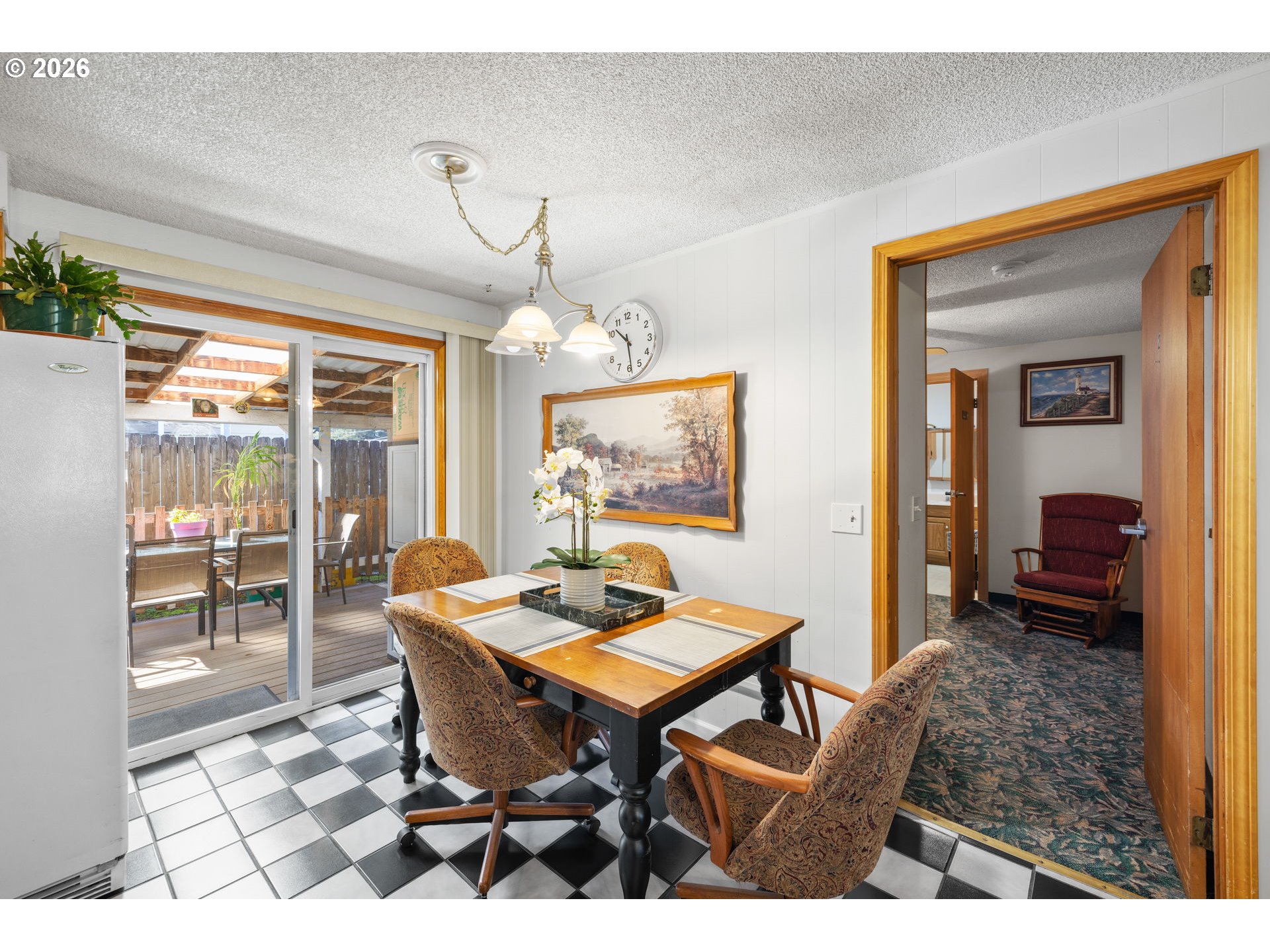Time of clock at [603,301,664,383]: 10:28
